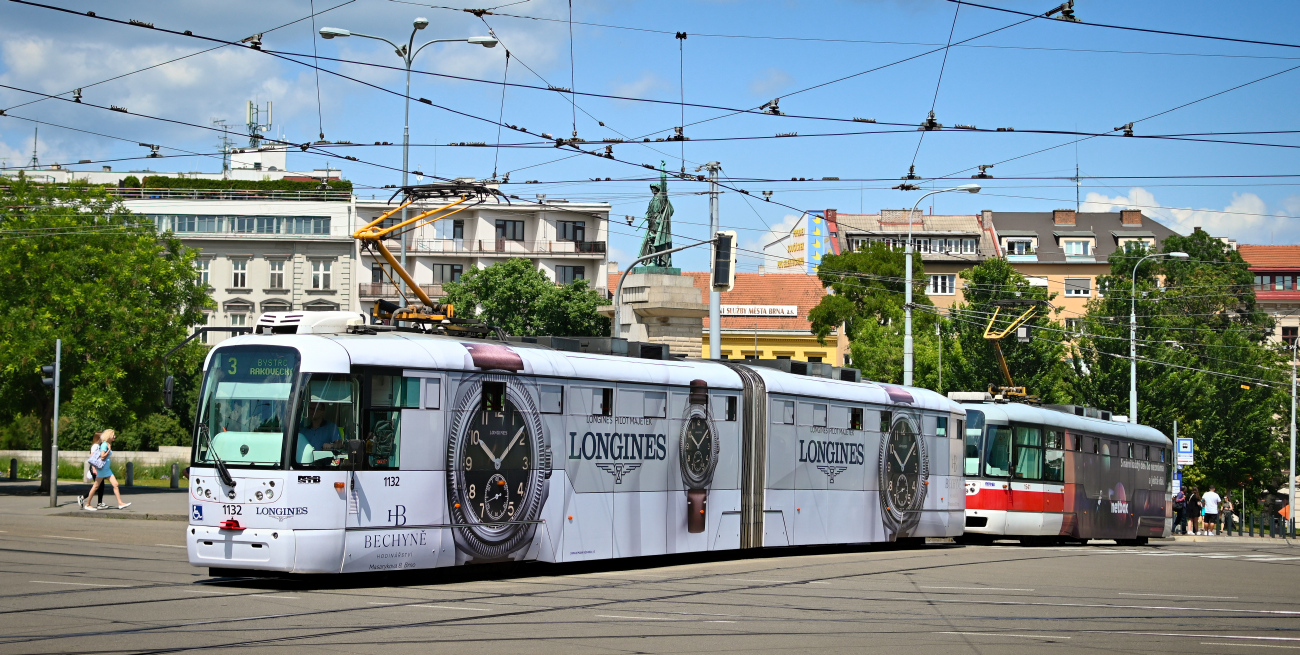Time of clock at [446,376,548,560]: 10:07
